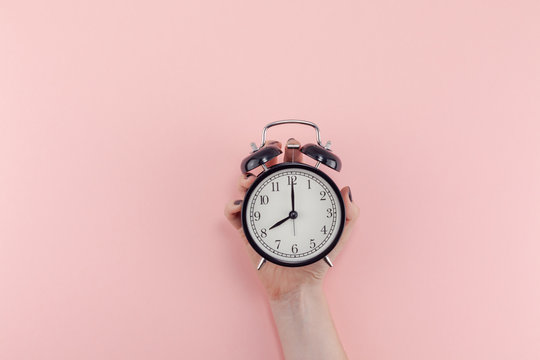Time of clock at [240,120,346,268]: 8:00
